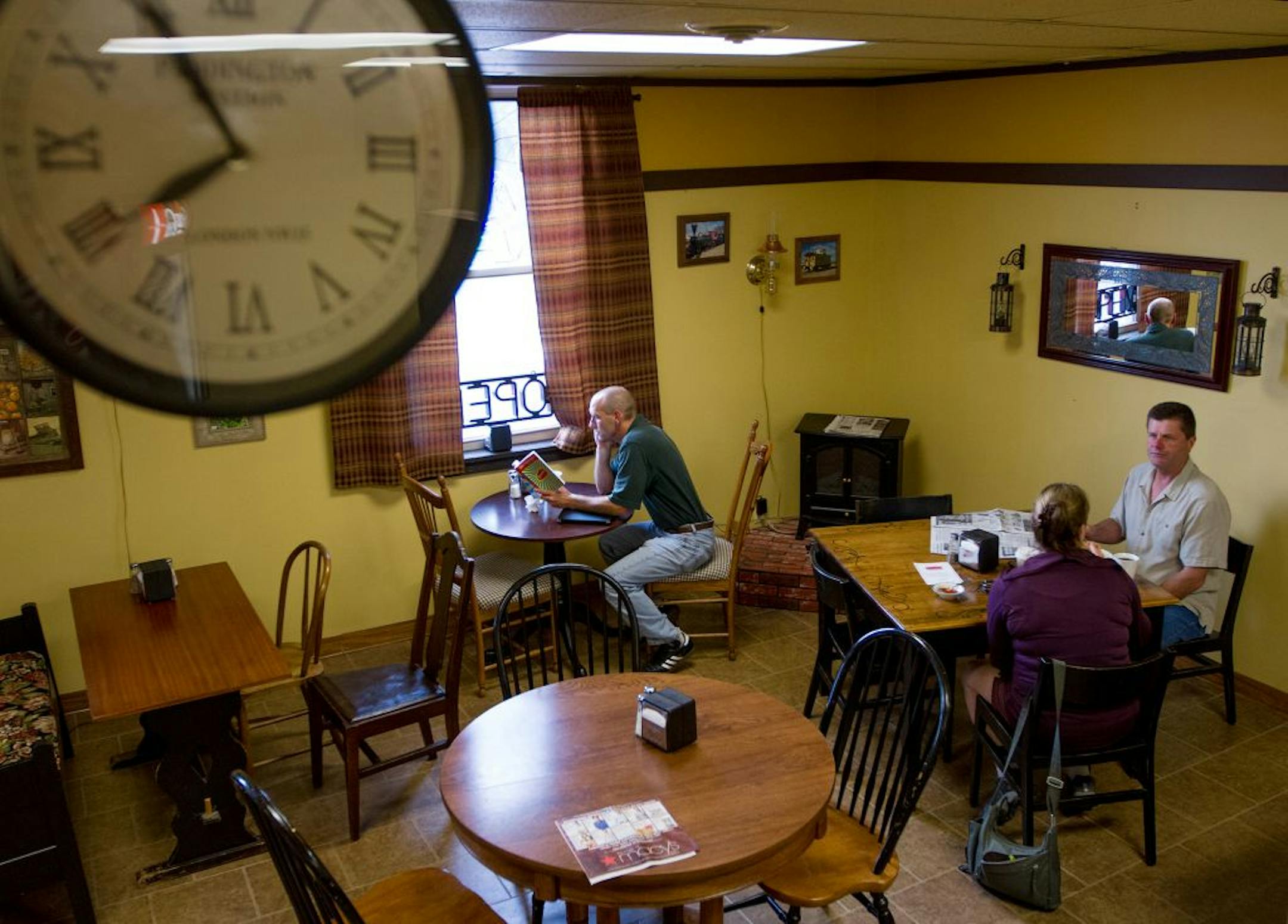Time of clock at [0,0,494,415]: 7:54
